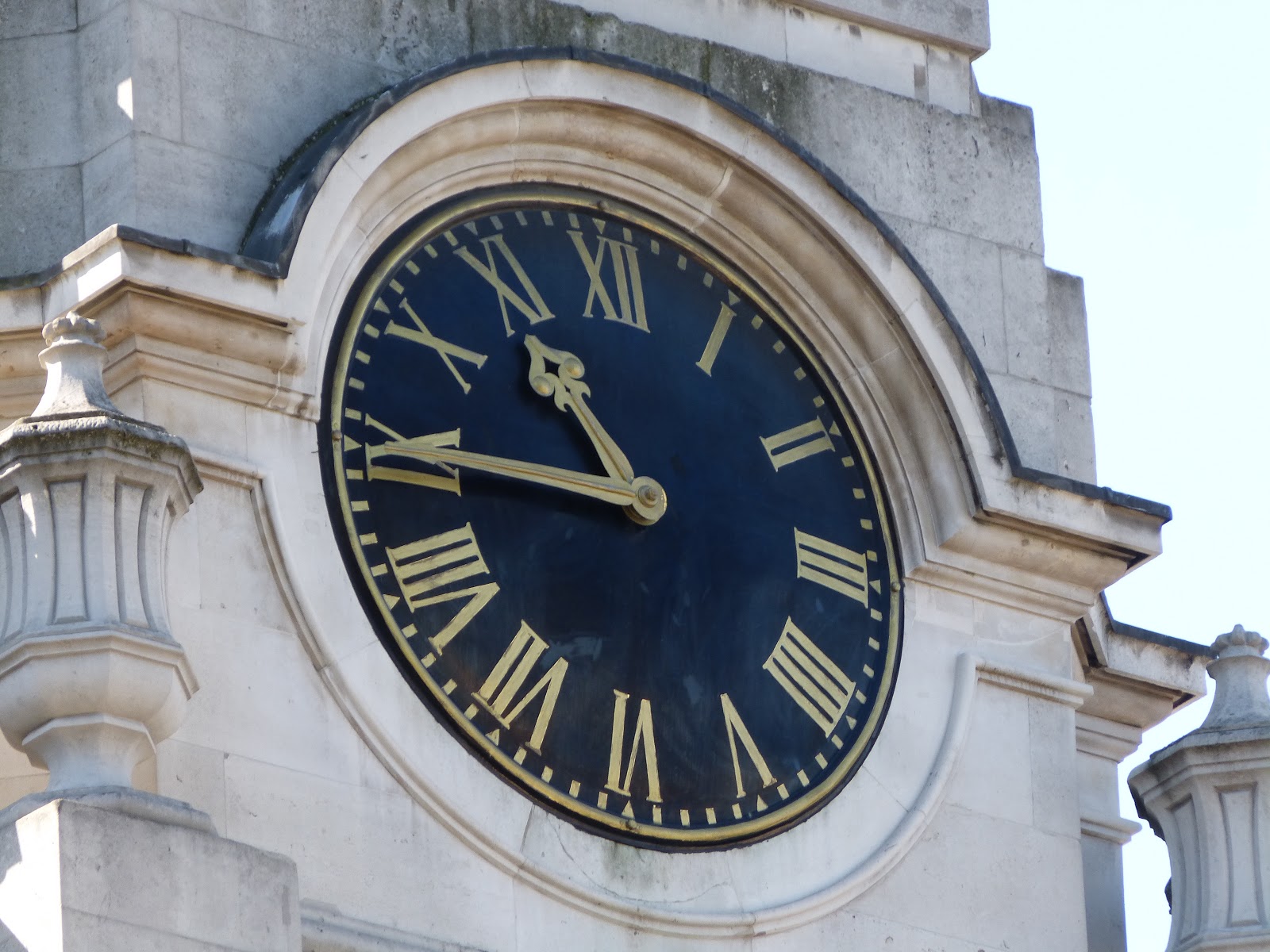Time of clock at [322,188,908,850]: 10:44
